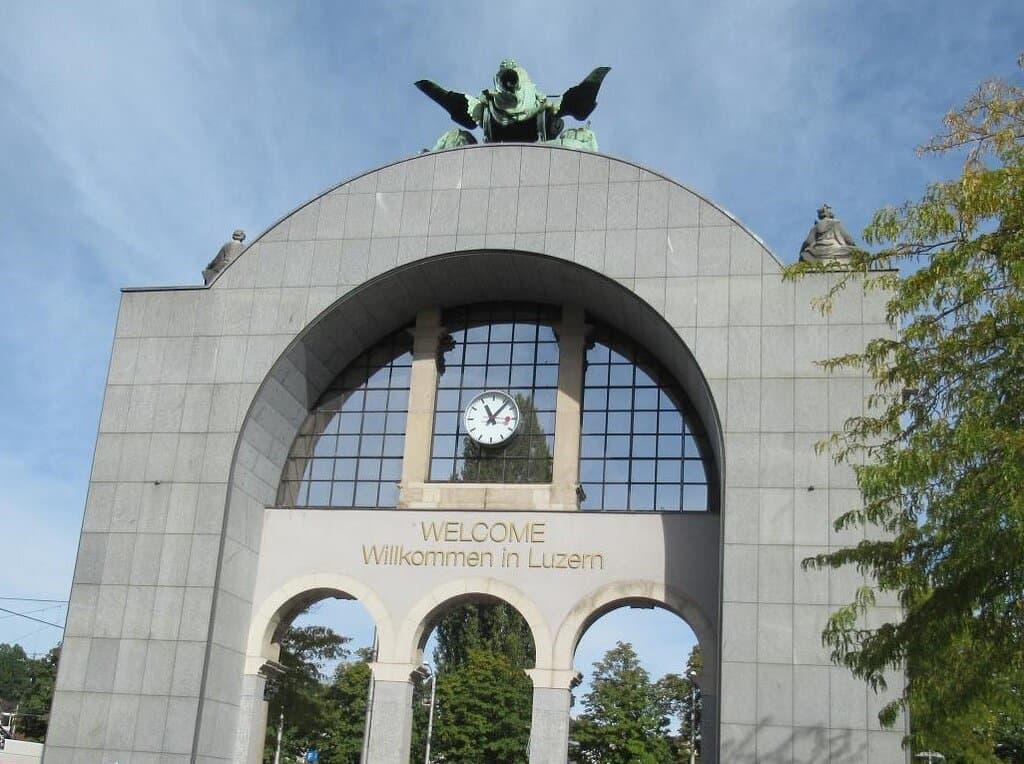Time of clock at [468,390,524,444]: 11:06
